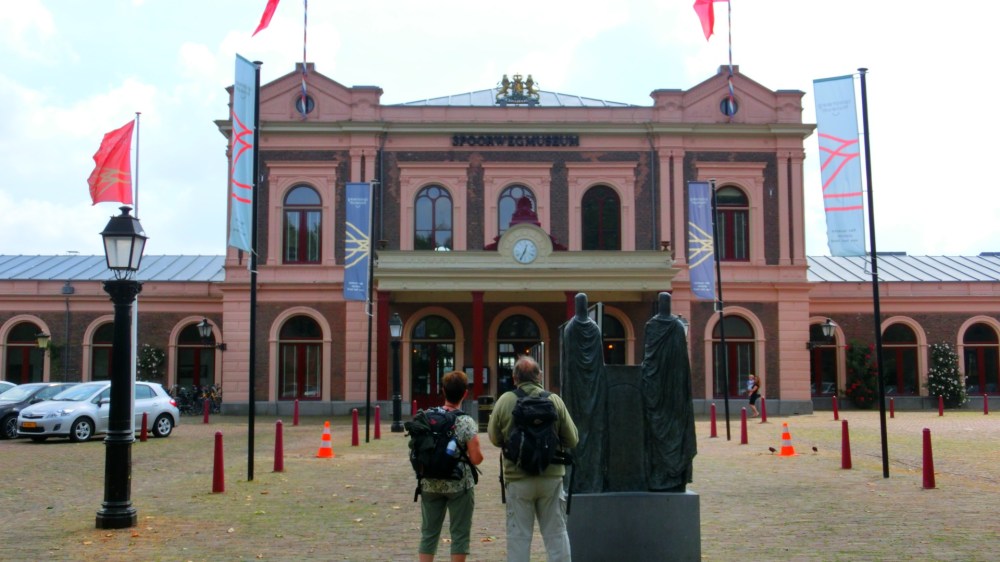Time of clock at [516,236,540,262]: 12:34
